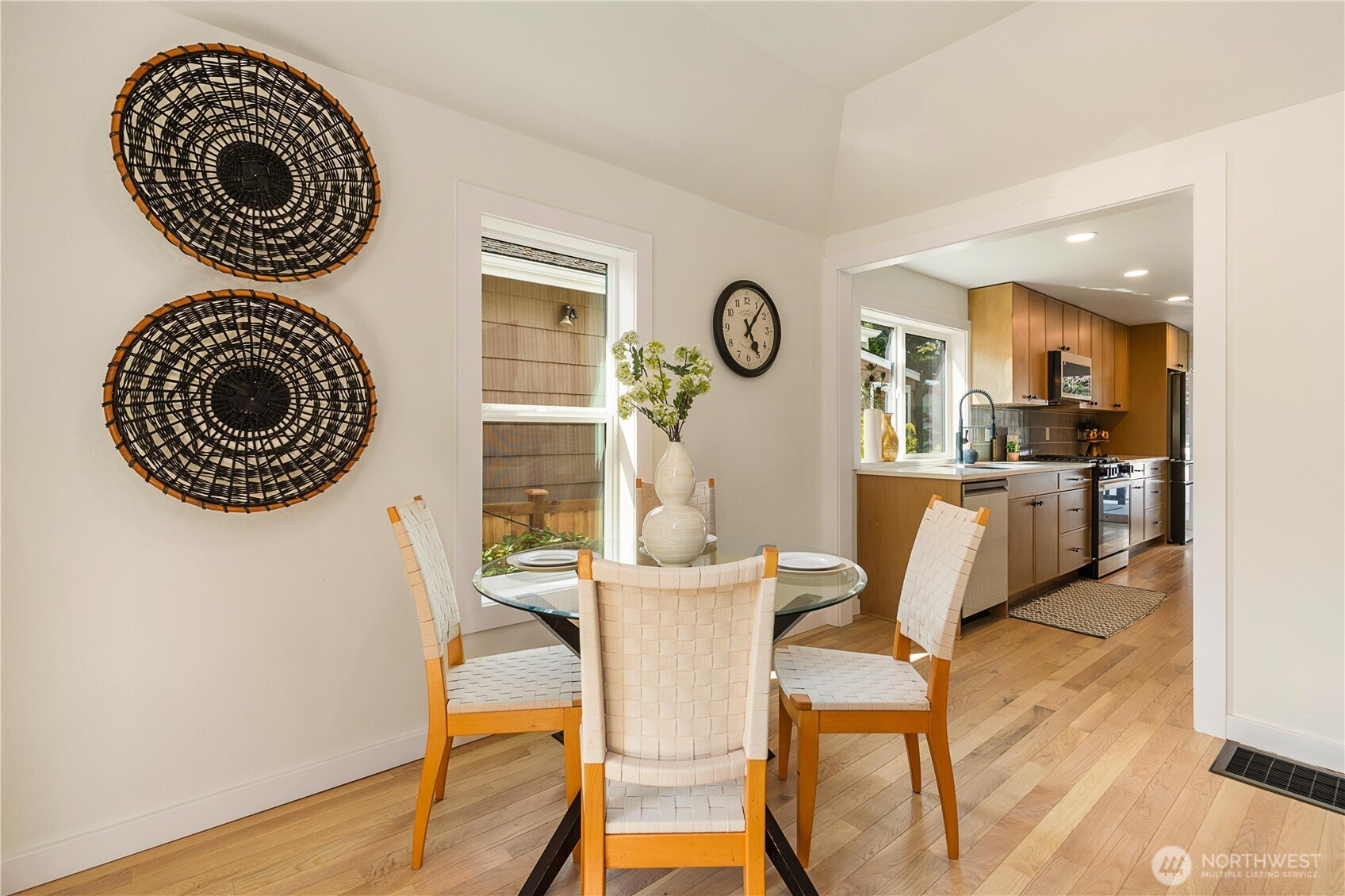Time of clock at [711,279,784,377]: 5:06
